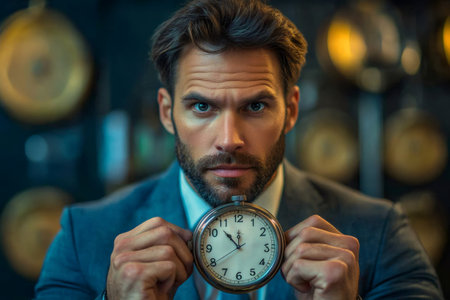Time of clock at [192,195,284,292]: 11:52
